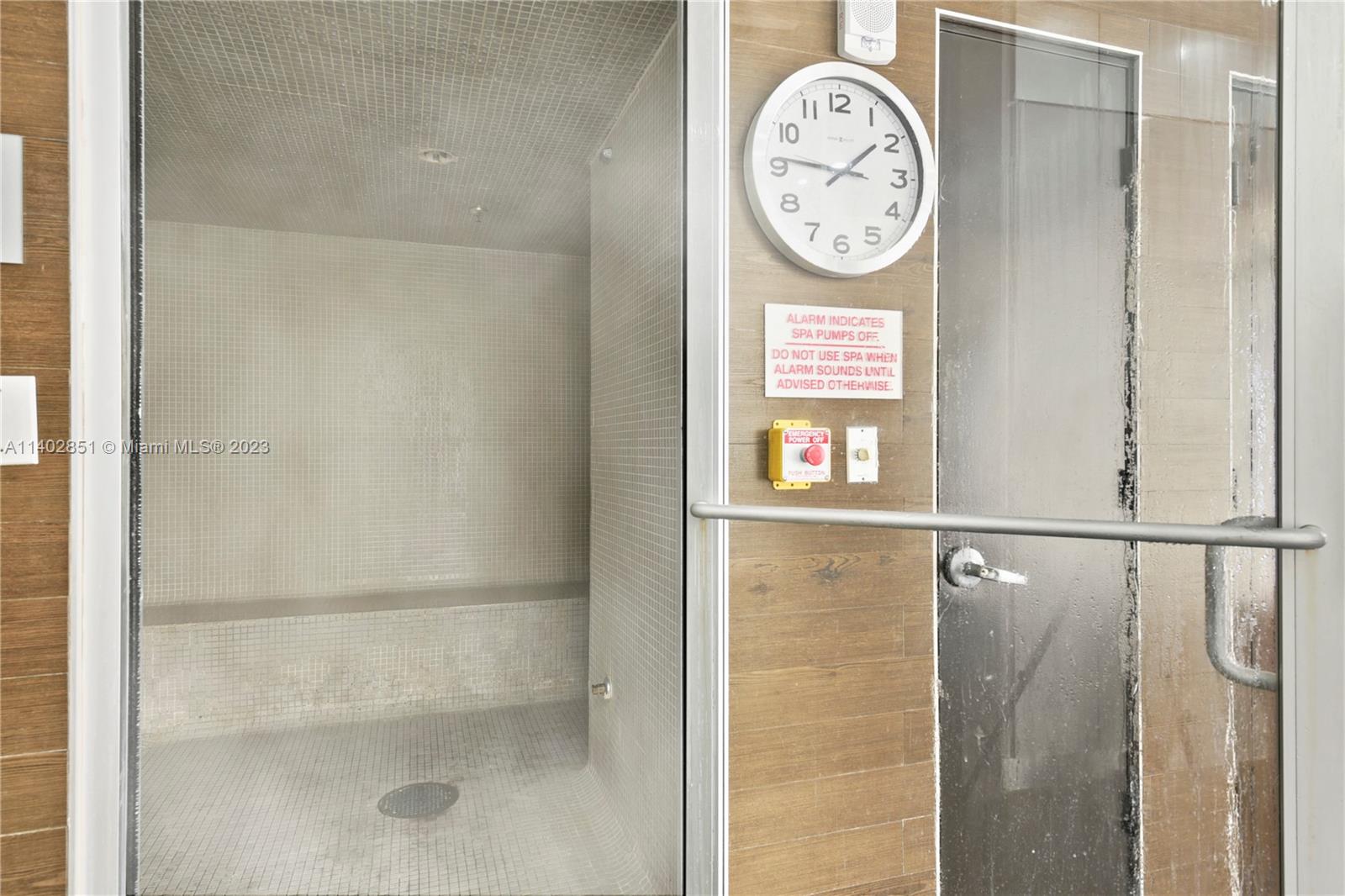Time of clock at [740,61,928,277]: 1:46
